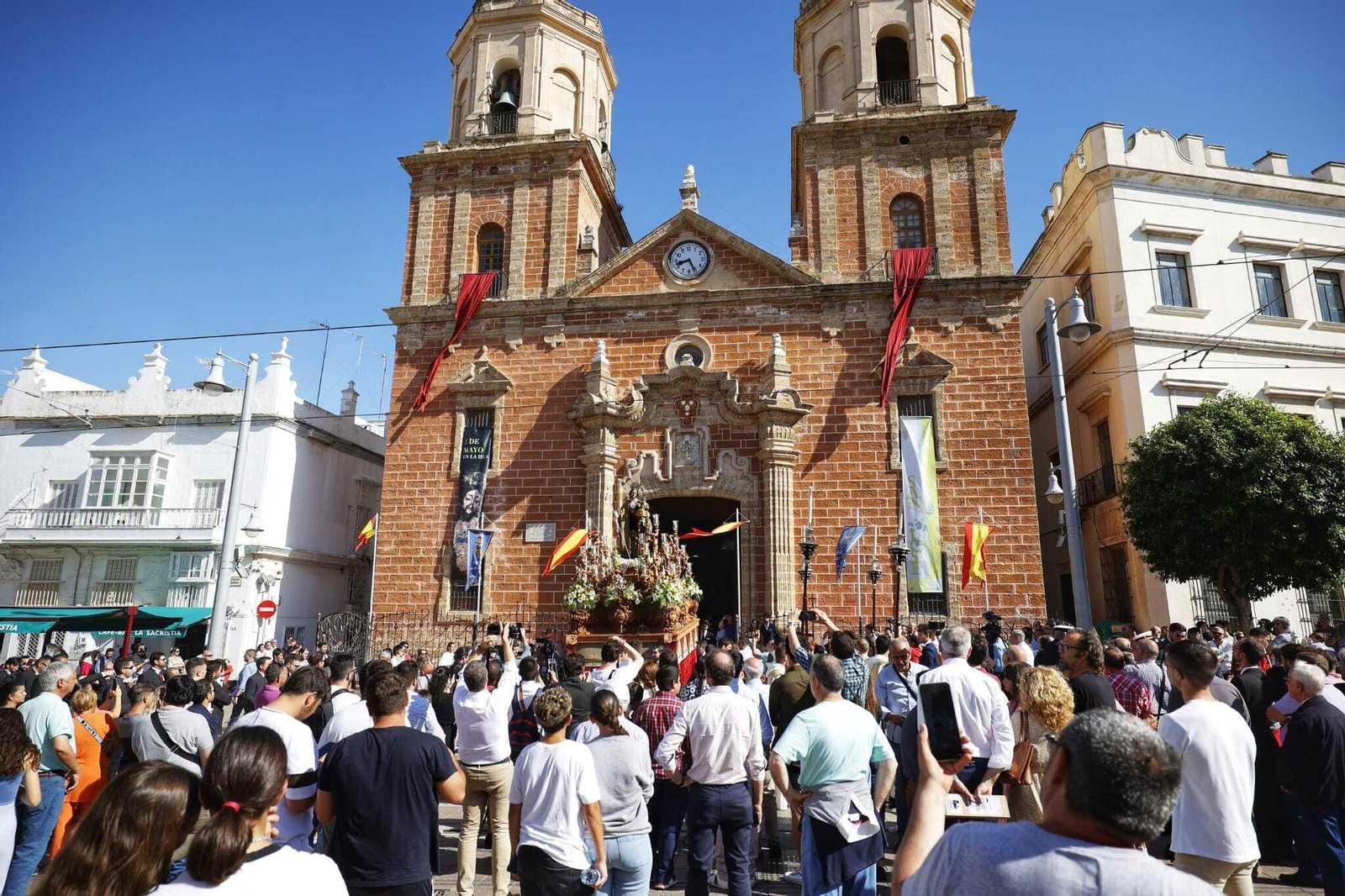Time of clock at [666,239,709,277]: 8:25
